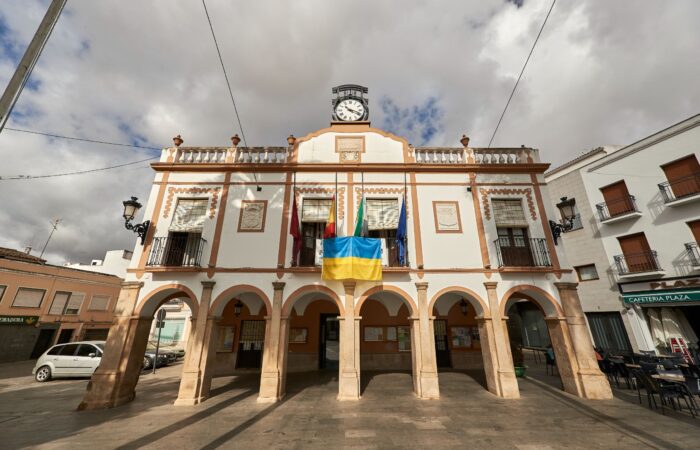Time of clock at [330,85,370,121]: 4:18
